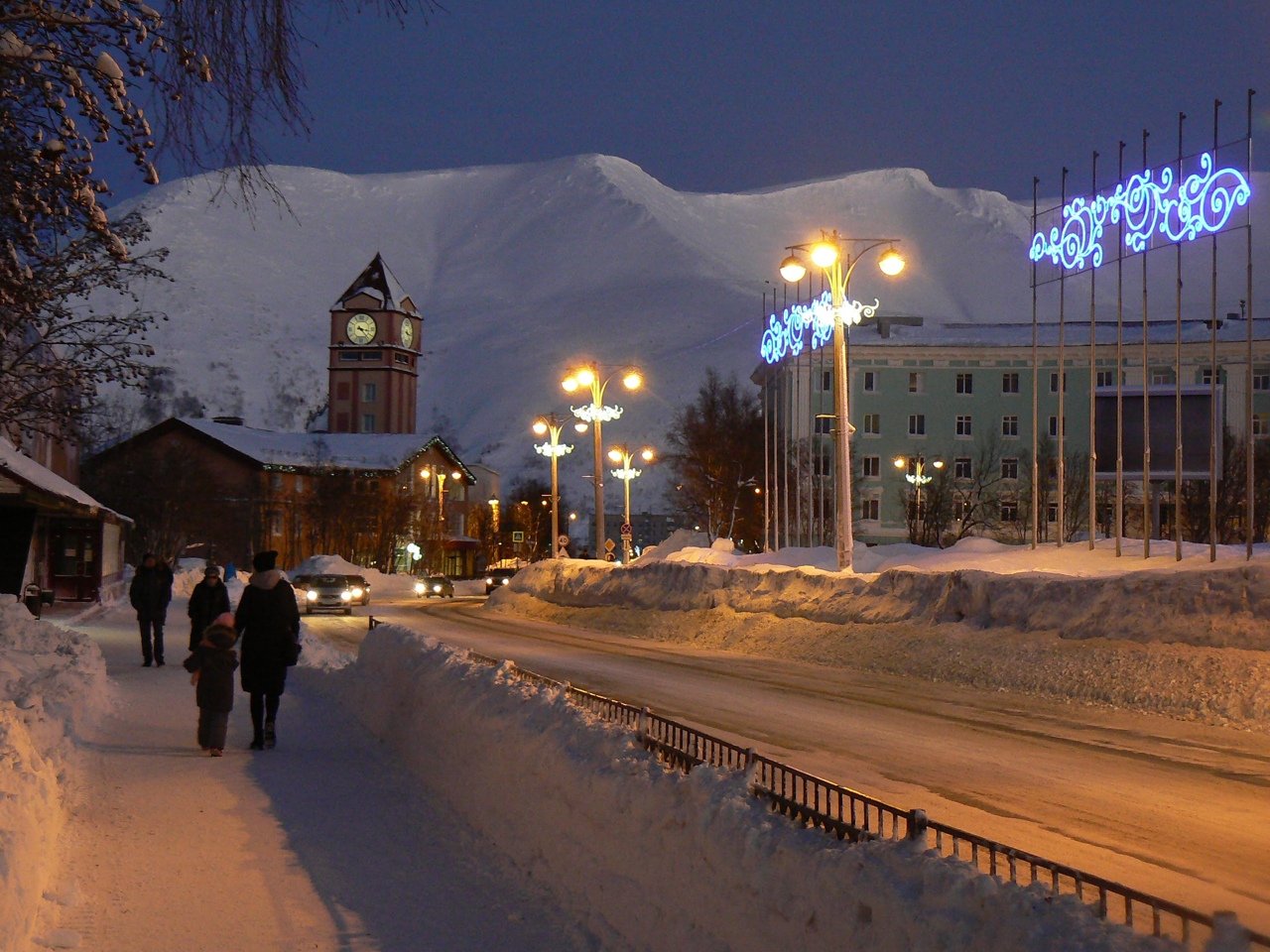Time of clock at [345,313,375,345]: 3:23
